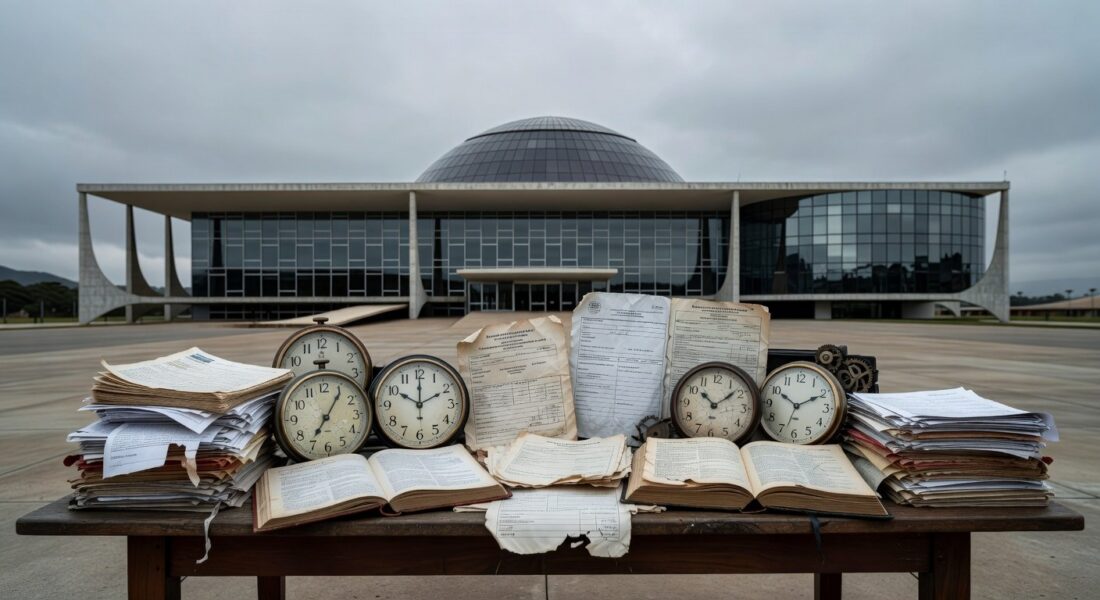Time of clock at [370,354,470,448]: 10:00
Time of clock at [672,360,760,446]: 10:08
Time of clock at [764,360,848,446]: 10:10
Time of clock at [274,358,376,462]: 7:05
